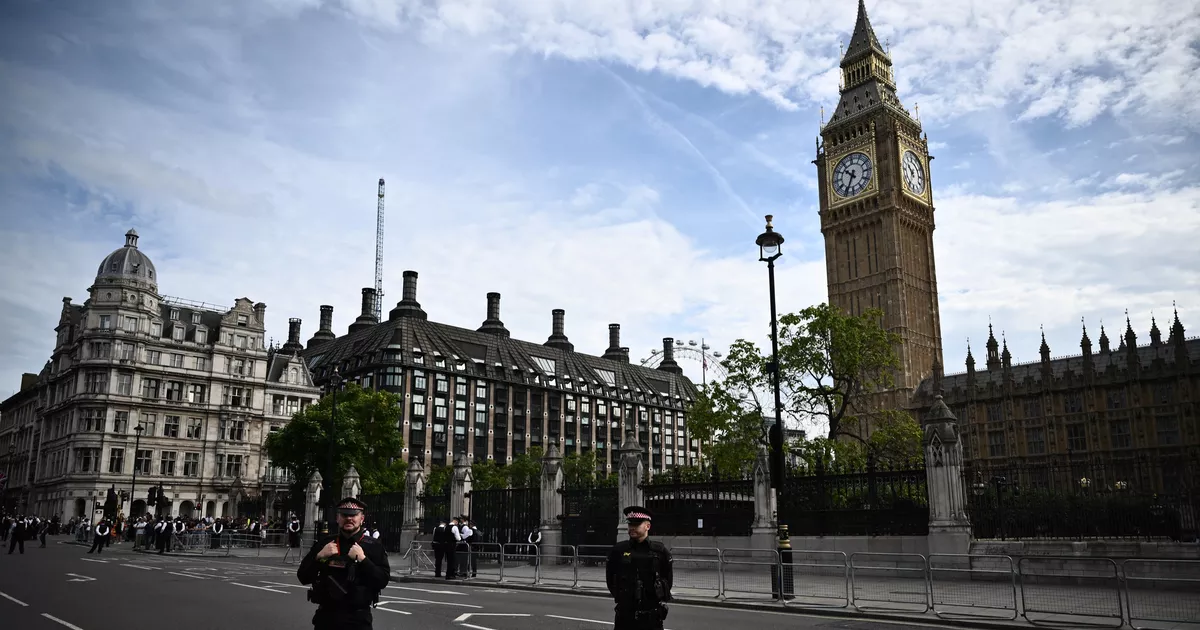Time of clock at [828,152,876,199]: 10:34
